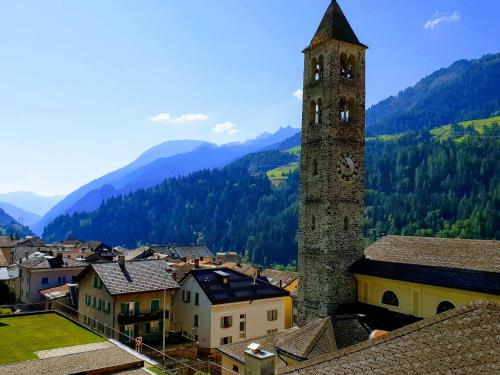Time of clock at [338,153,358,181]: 9:54
